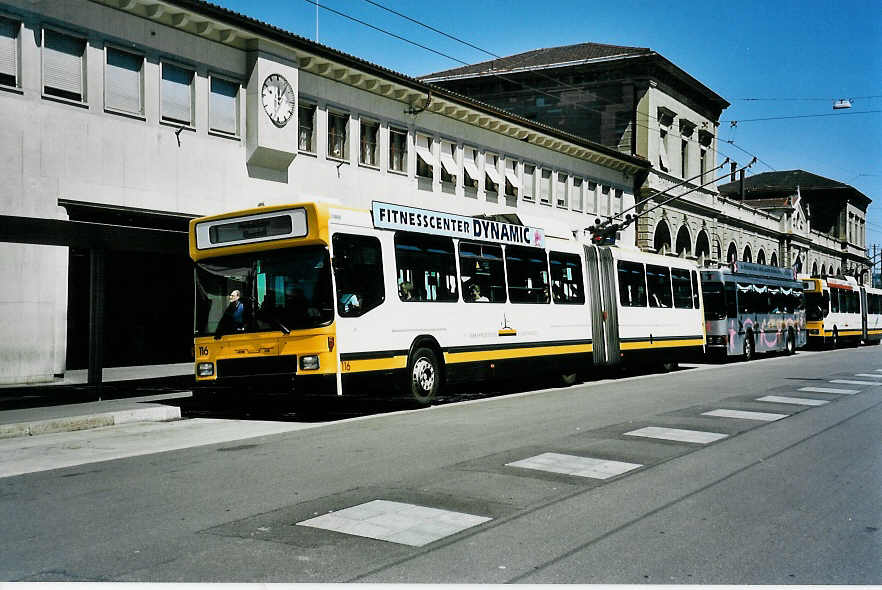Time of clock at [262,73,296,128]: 12:06
